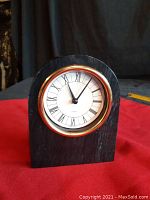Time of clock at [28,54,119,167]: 11:04
